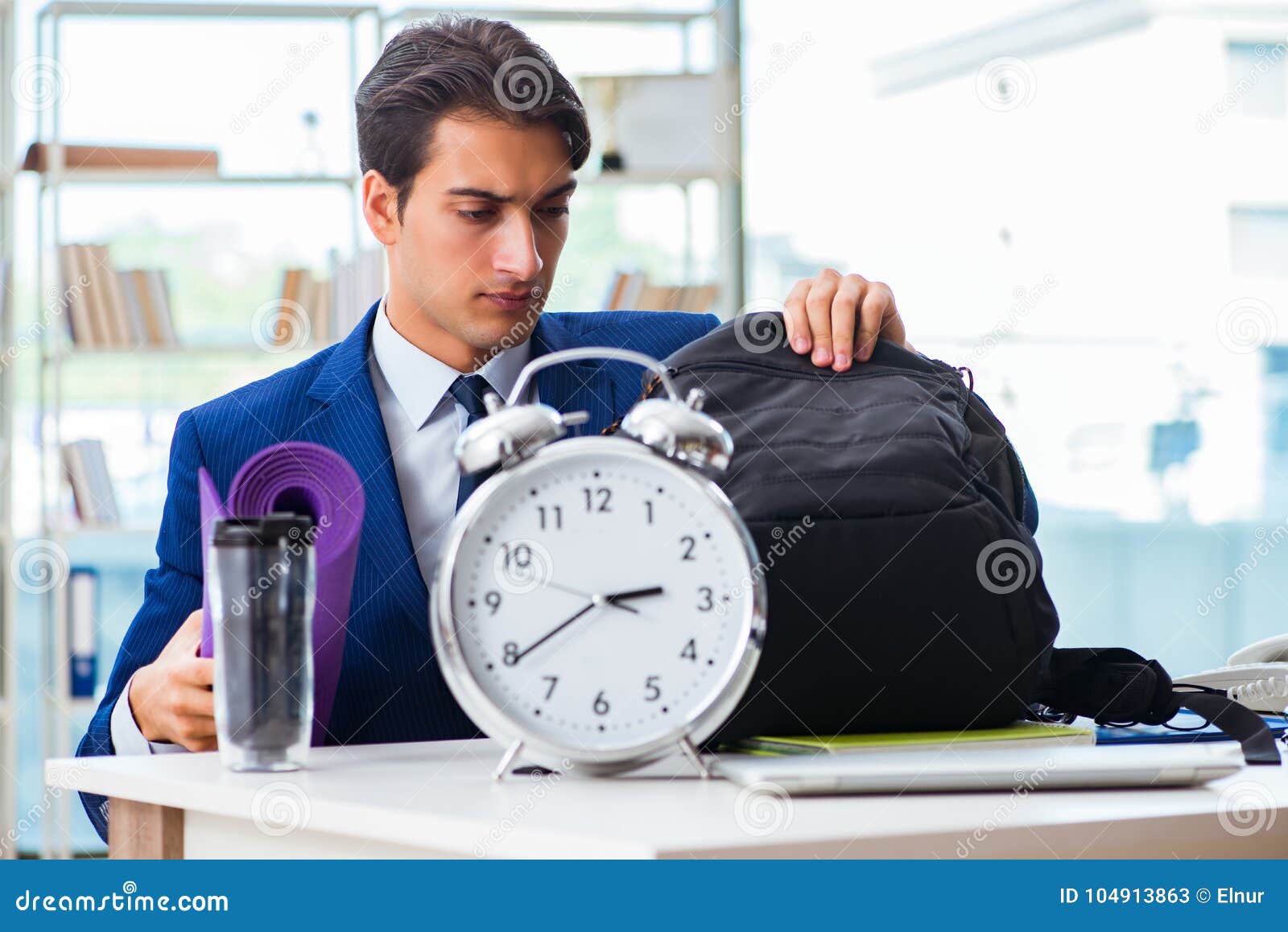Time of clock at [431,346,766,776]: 2:39
